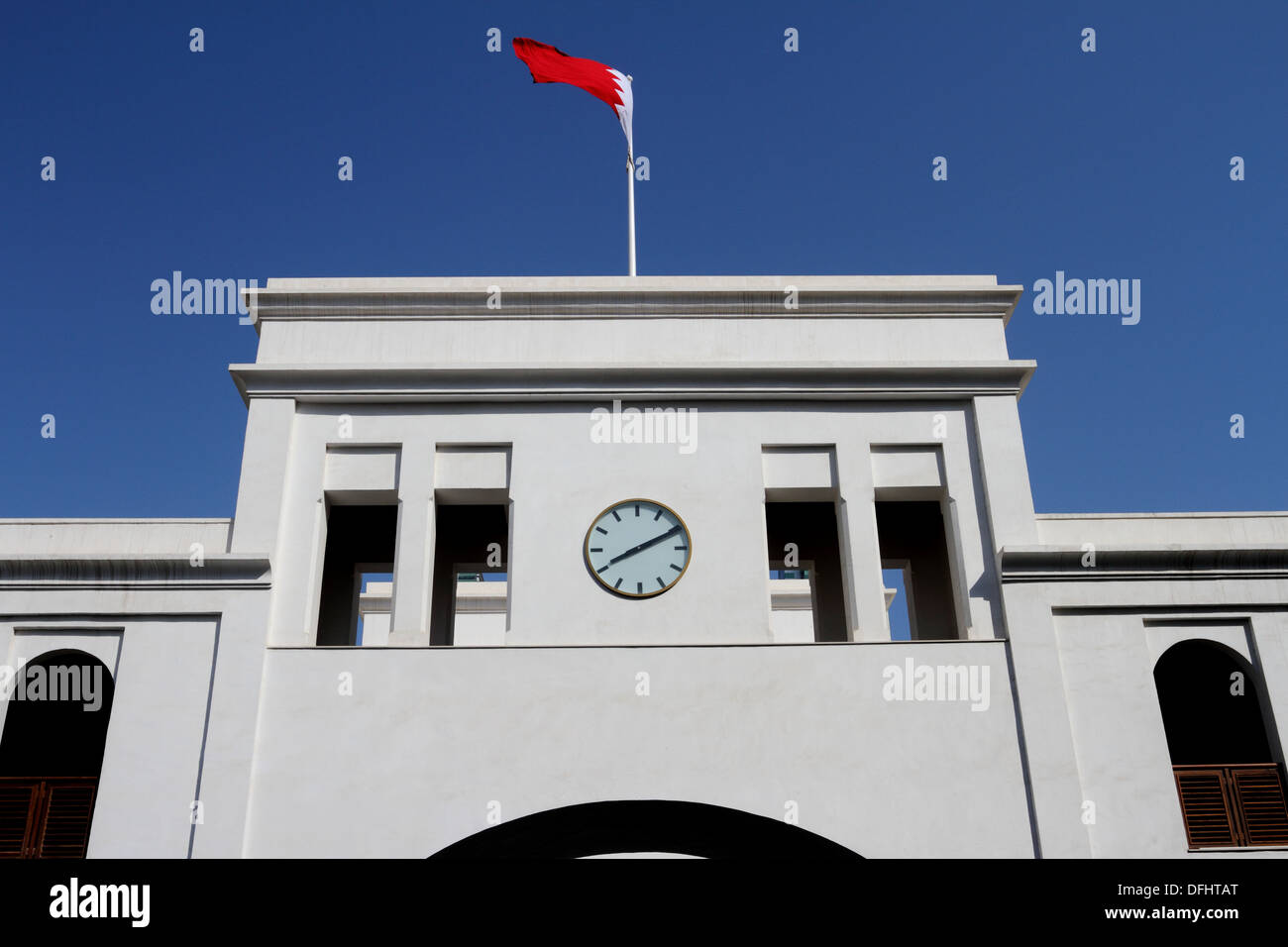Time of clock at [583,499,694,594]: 8:10
